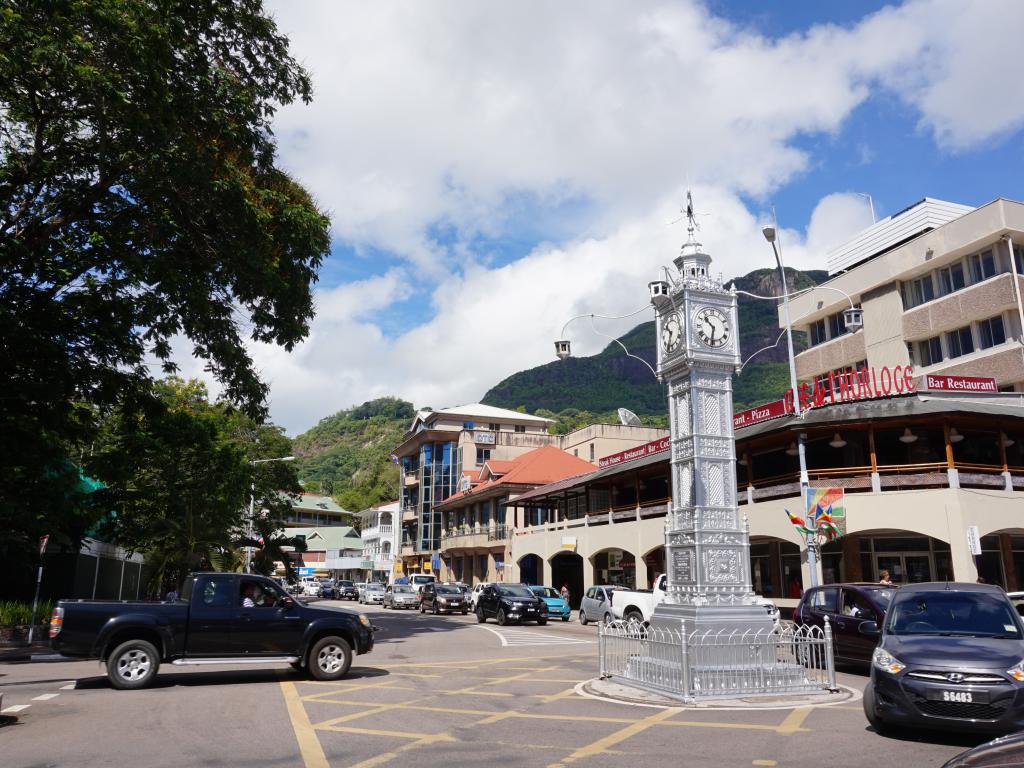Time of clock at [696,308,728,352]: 10:31
